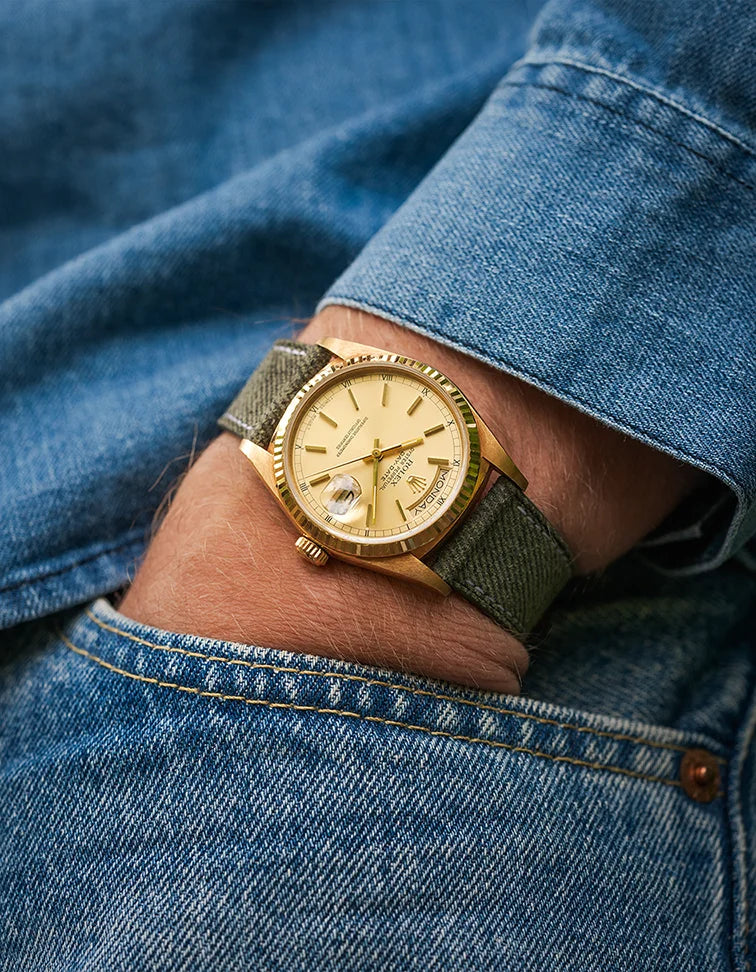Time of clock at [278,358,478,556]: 2:29
